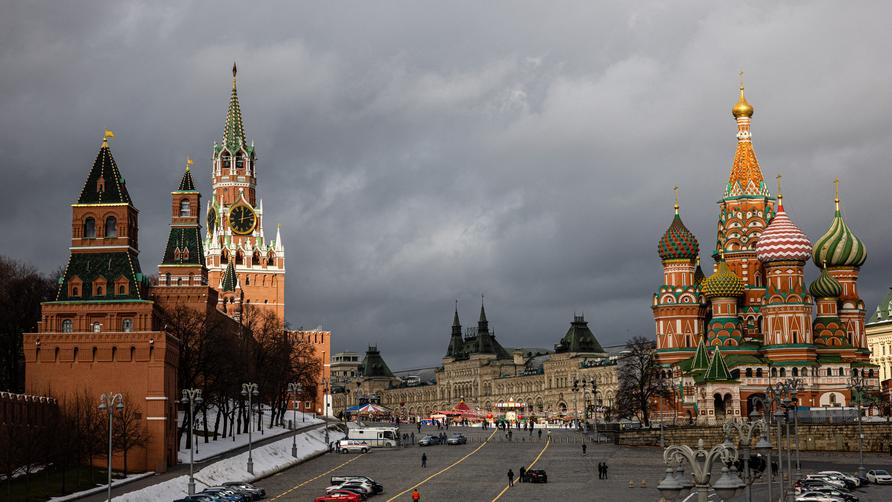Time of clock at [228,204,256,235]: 12:13
